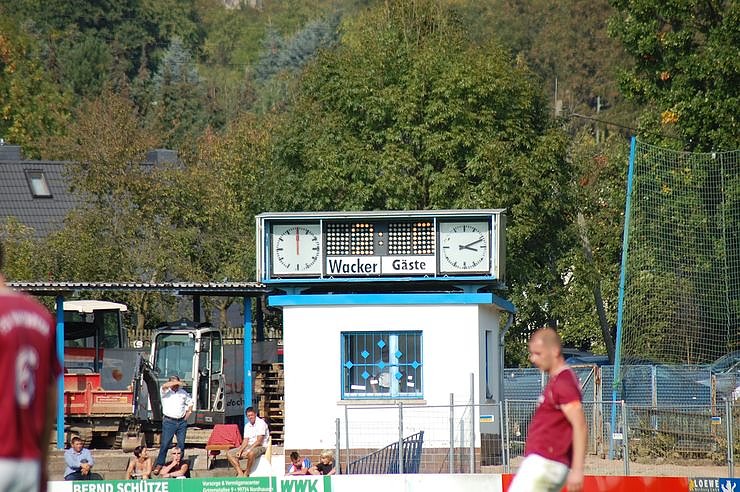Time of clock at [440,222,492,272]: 3:11
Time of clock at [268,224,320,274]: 12:00
